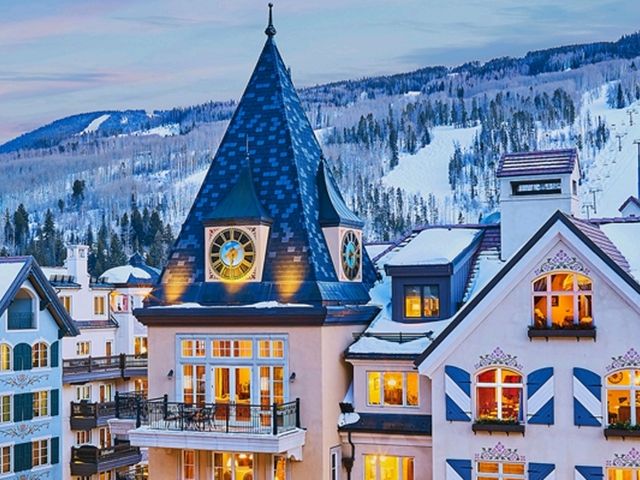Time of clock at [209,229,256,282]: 6:08
